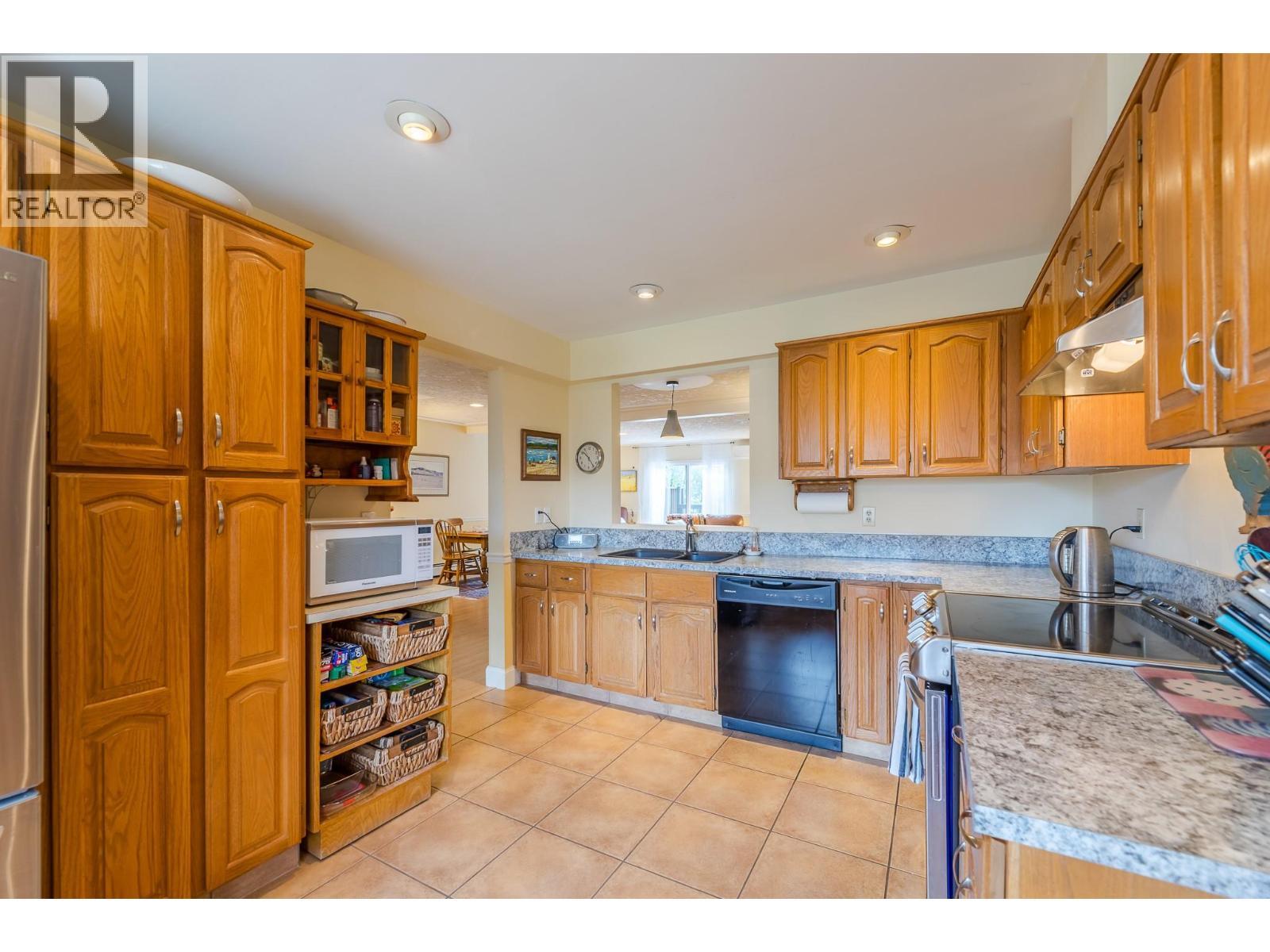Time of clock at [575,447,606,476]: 10:24
